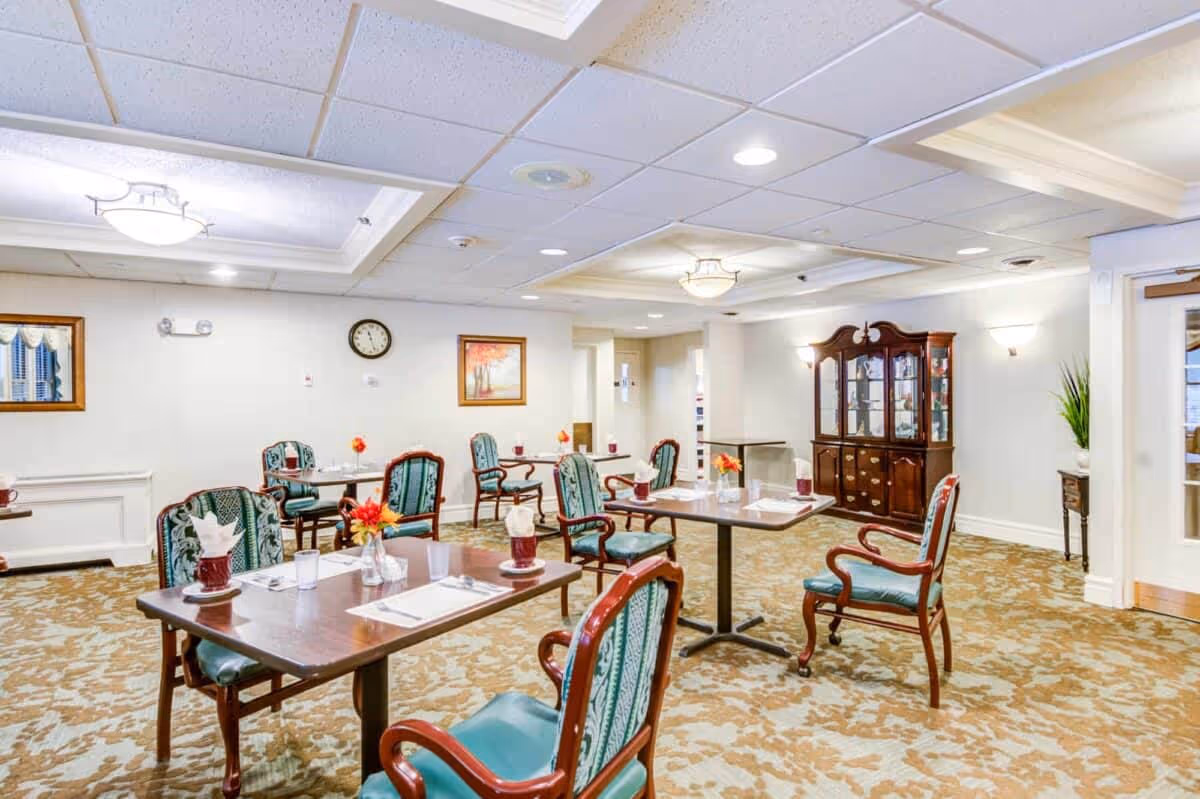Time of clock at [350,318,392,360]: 11:26
